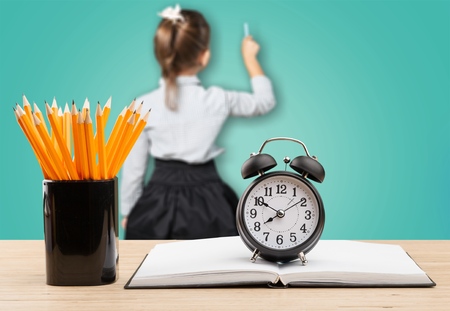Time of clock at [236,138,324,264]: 7:50
